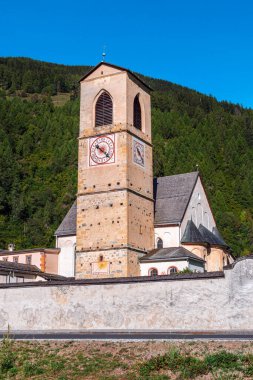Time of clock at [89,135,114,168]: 10:22
